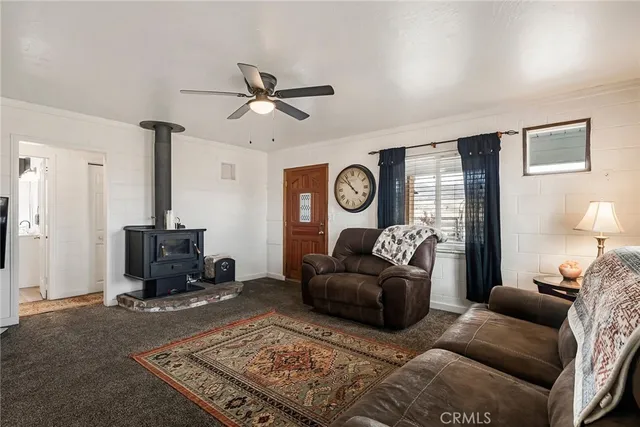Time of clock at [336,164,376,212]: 10:52
